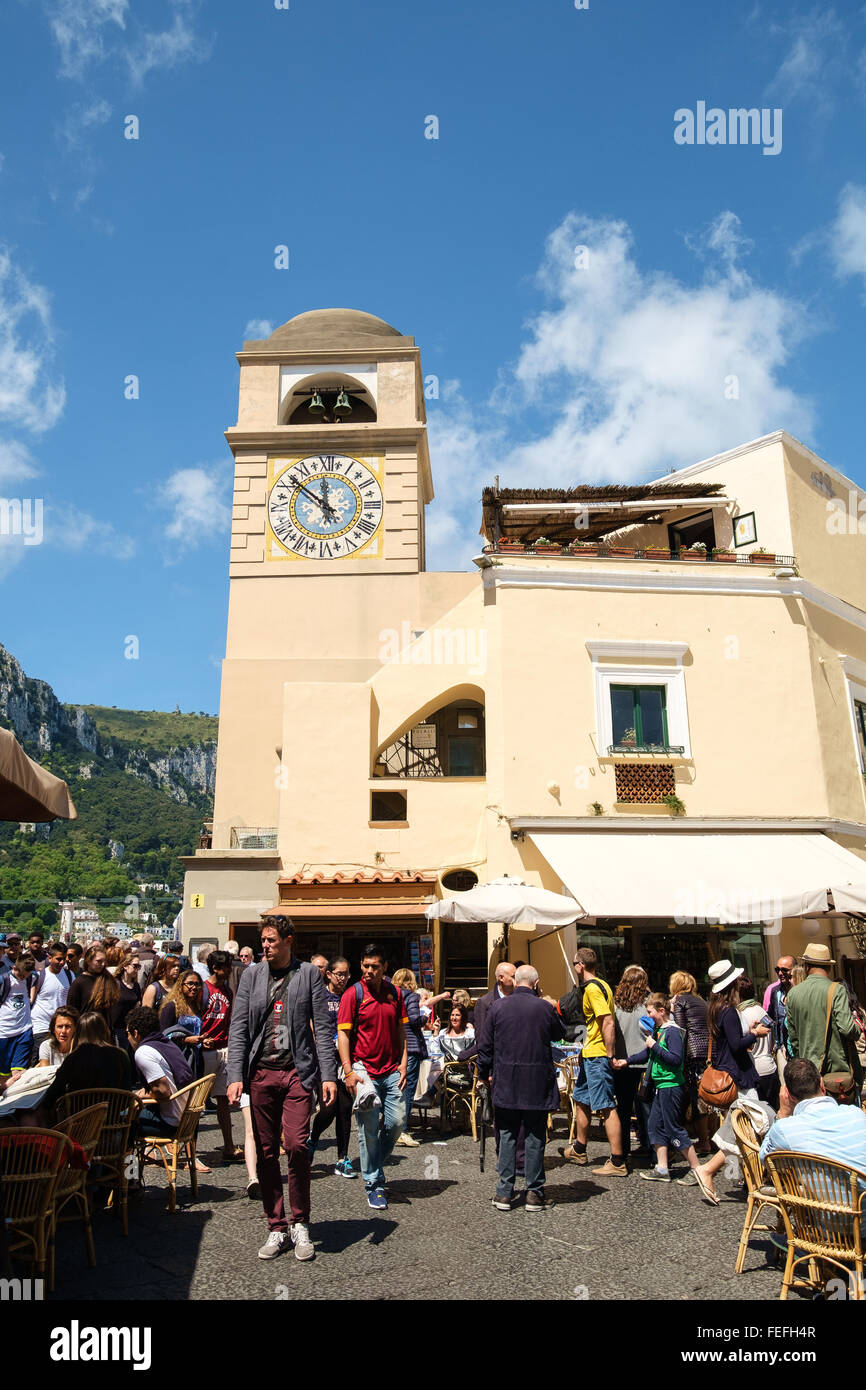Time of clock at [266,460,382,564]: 11:51
